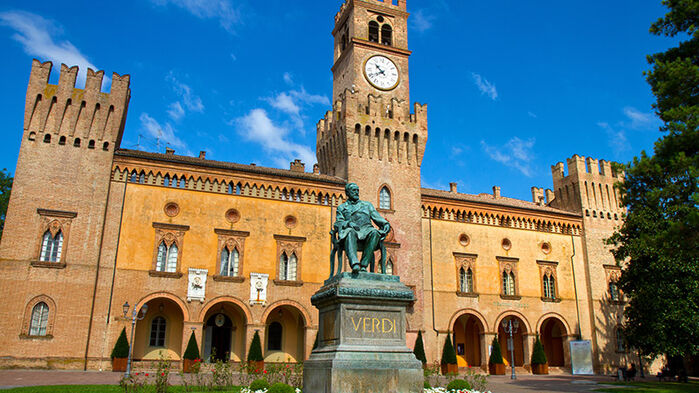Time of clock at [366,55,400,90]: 10:39
